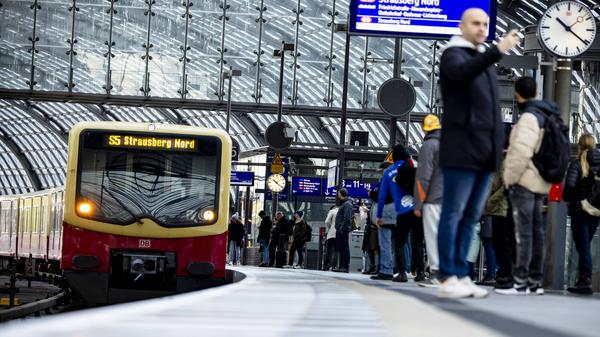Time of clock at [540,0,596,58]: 10:21
